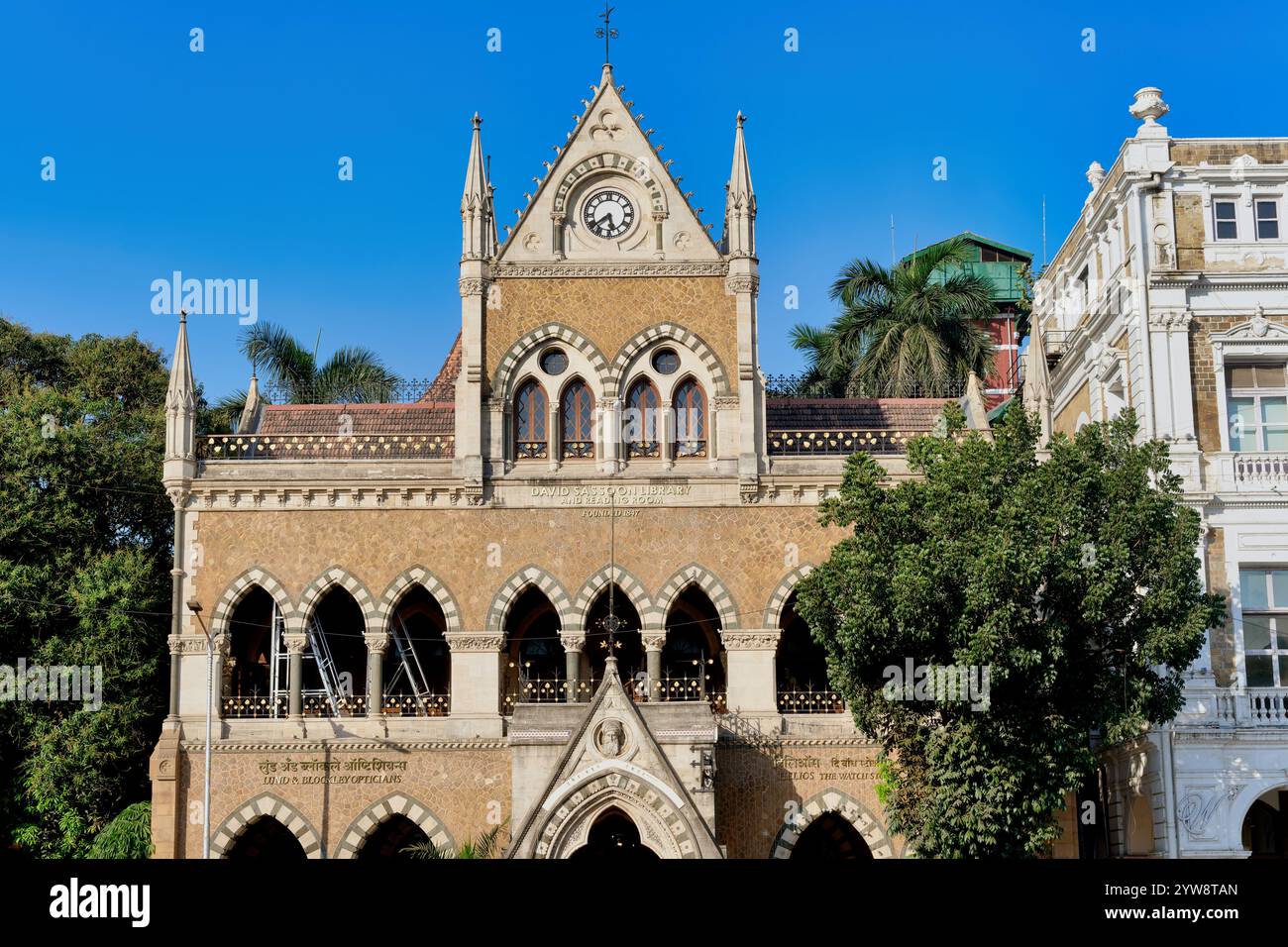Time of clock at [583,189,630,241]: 5:38
